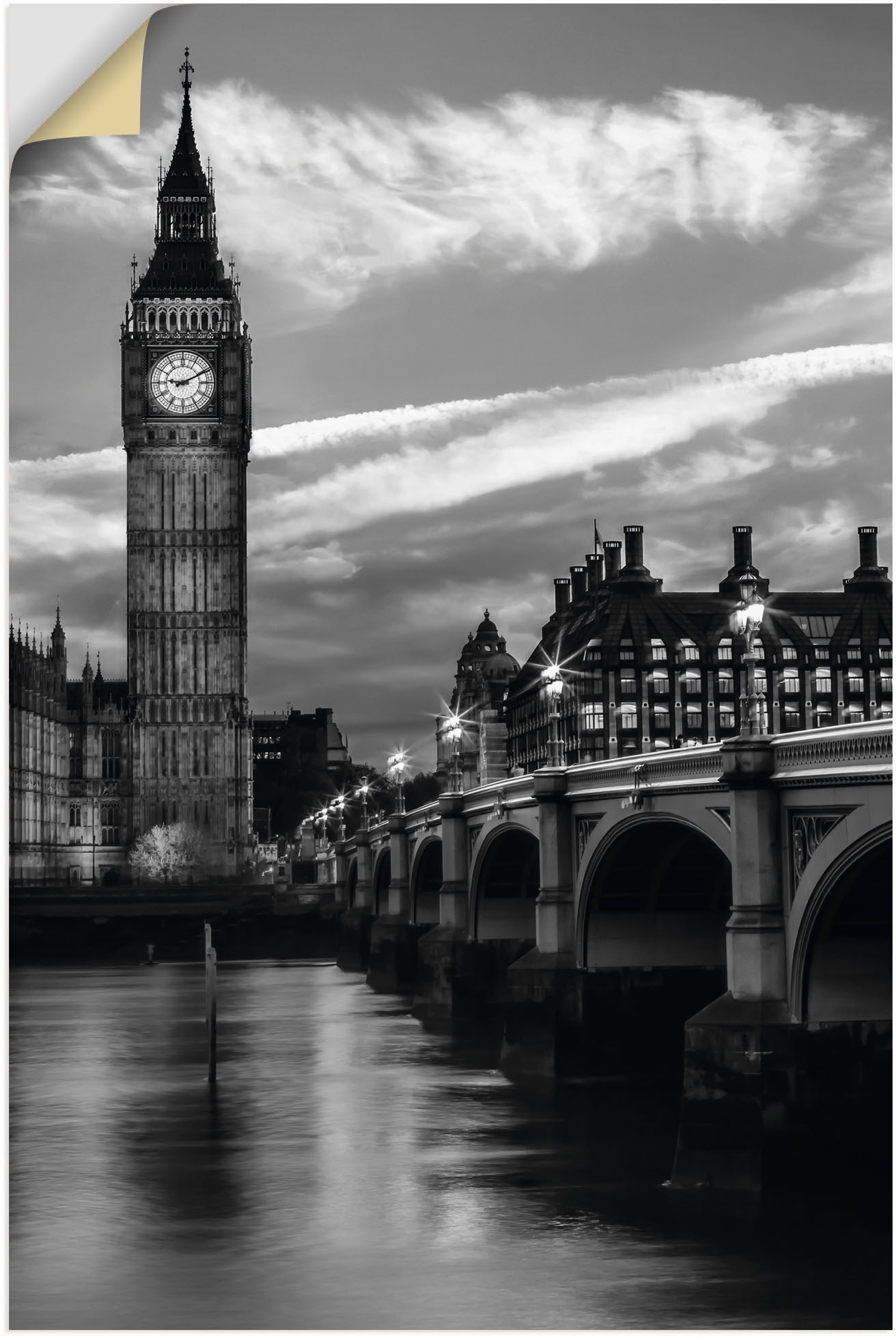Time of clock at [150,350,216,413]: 9:10
